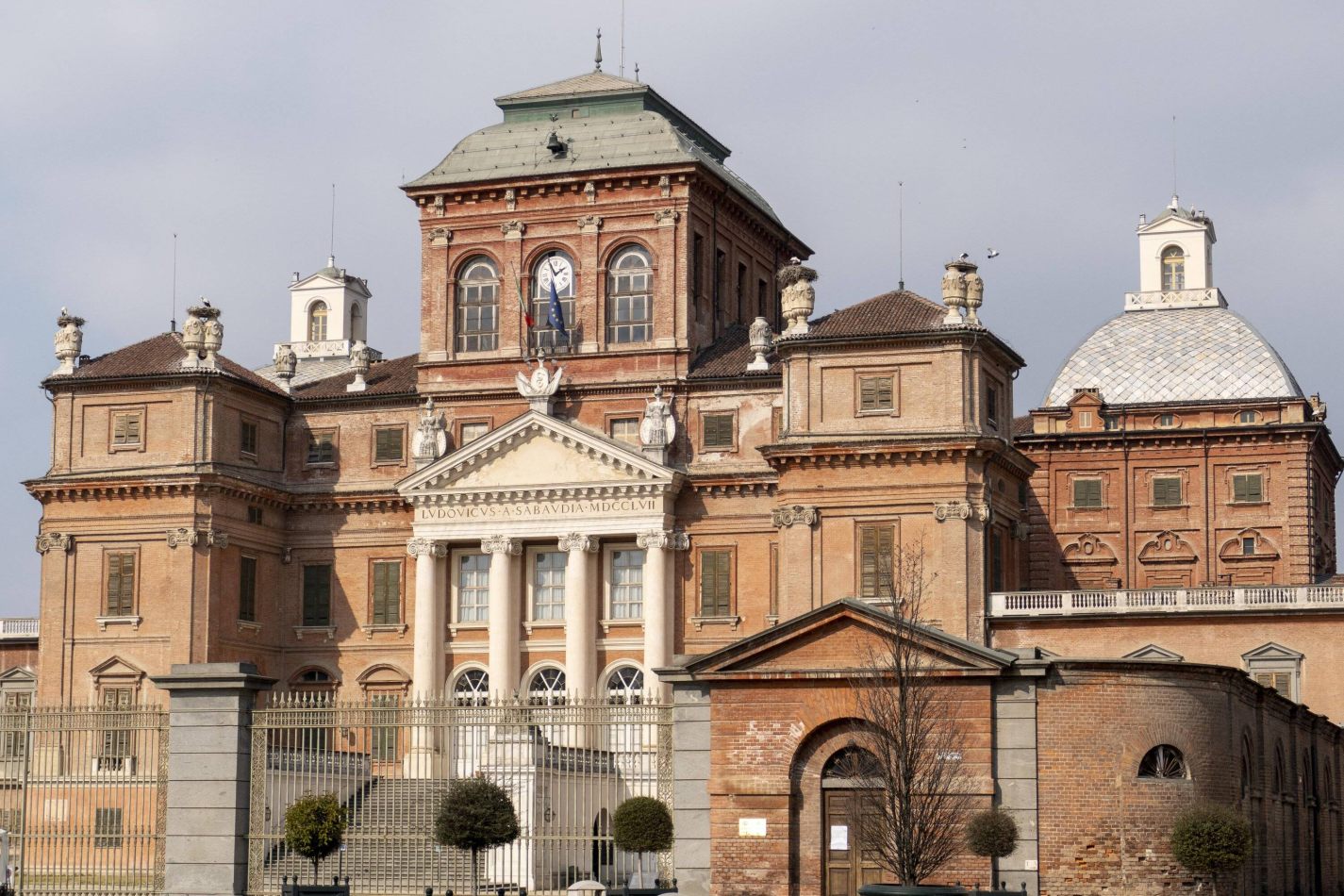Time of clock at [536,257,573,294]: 1:55
